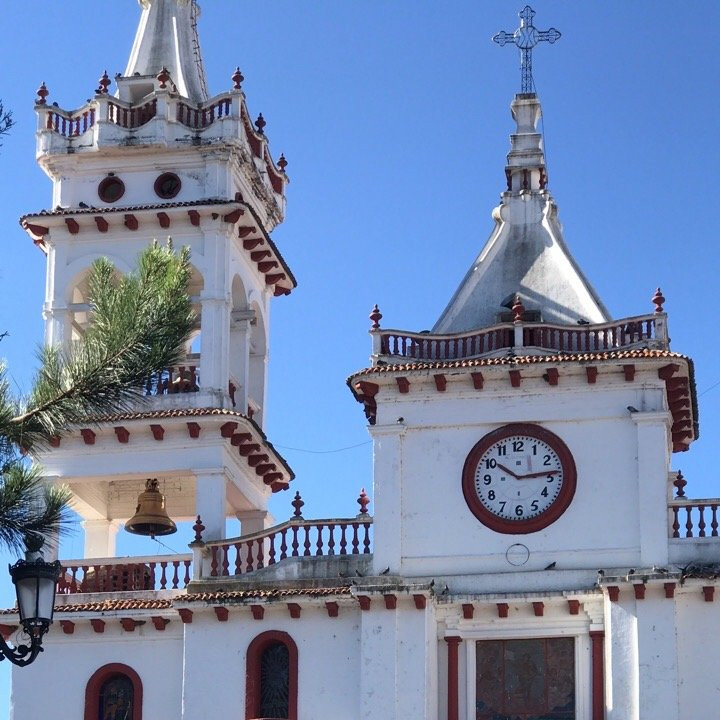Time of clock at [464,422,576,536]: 10:13
